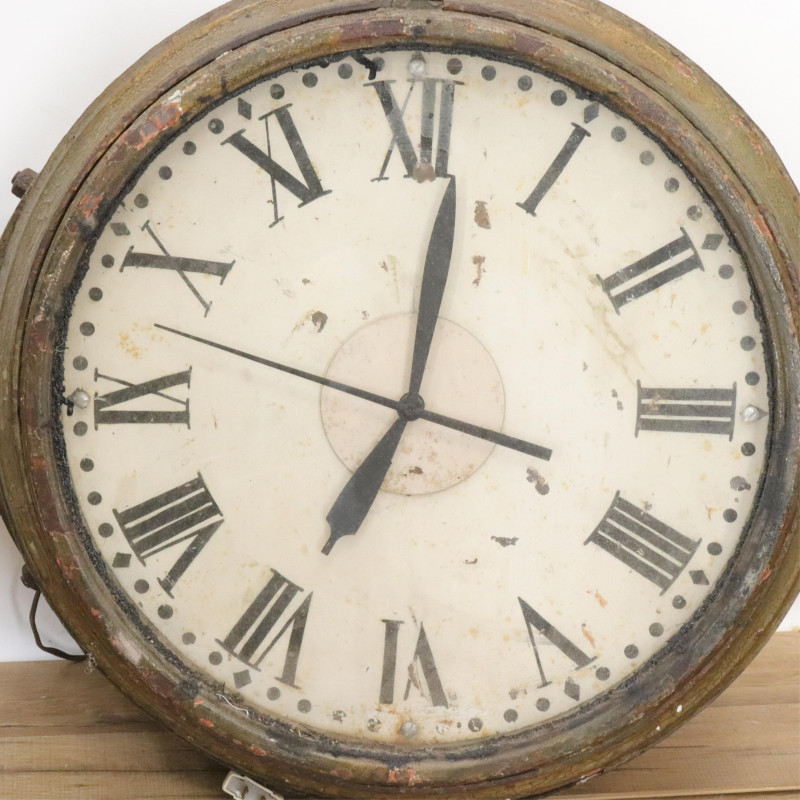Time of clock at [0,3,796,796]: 7:01
